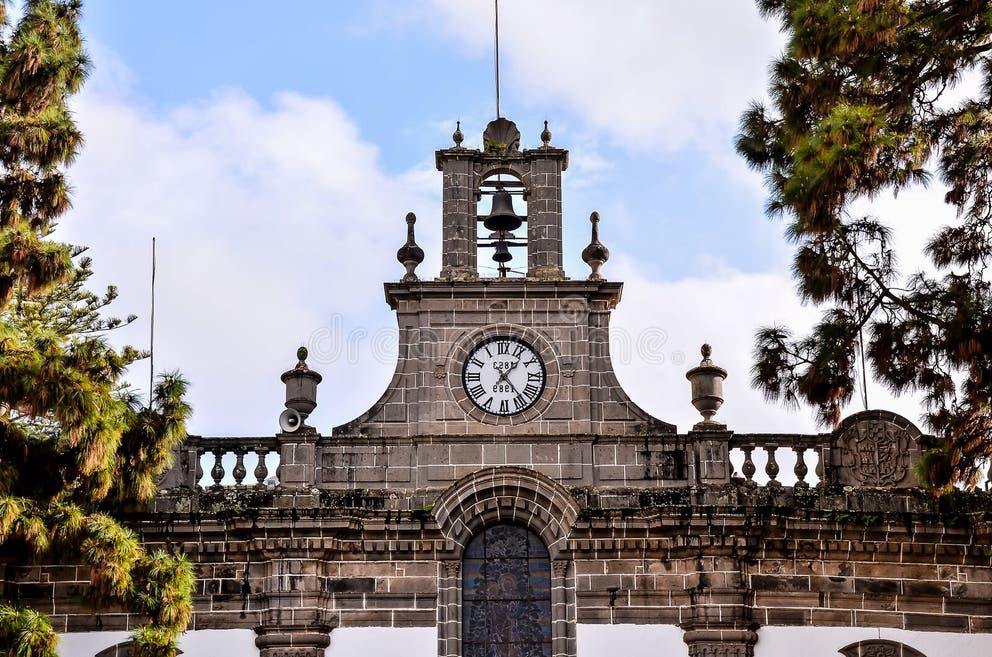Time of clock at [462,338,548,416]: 1:23
